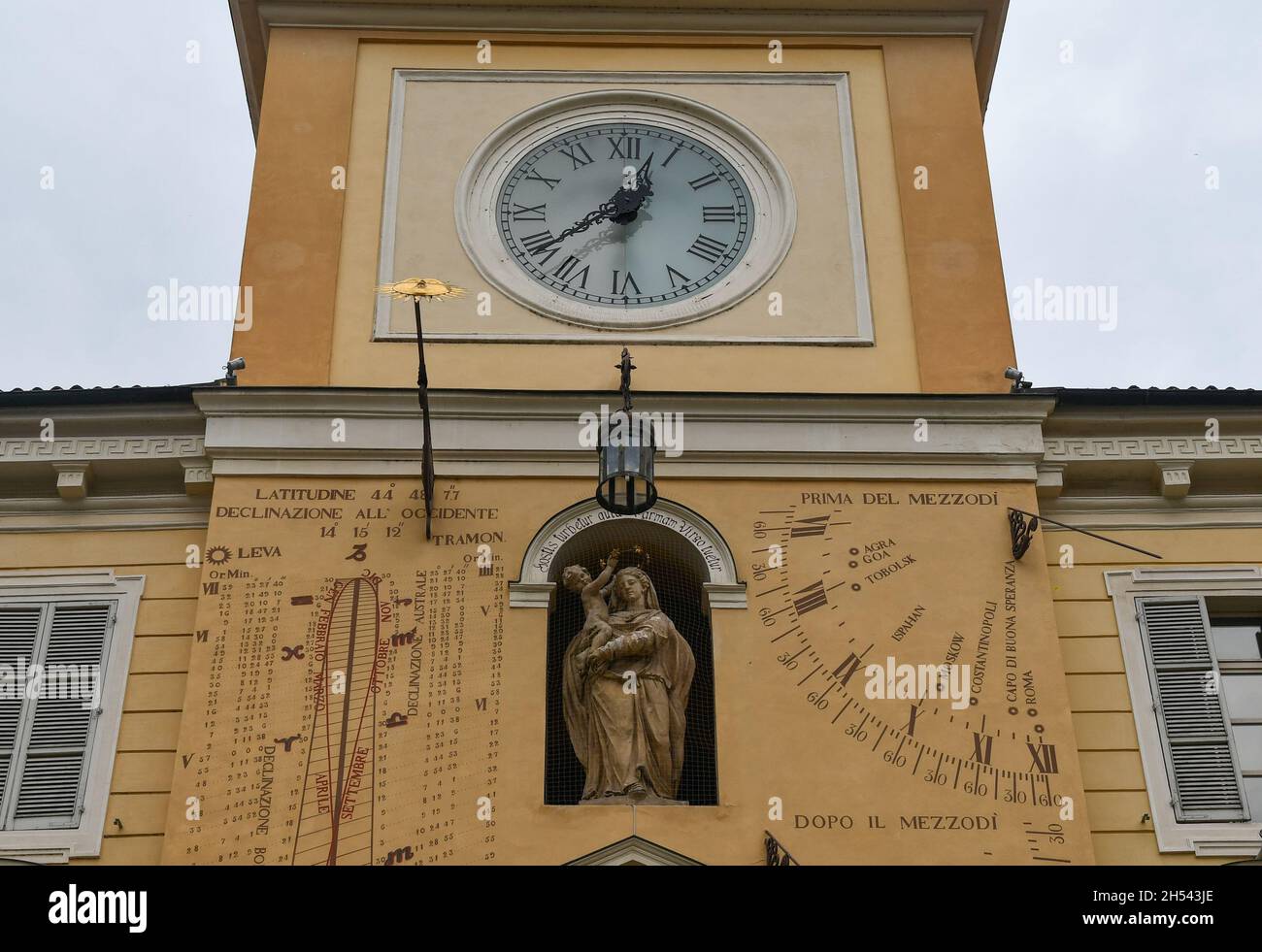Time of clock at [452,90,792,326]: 12:38
